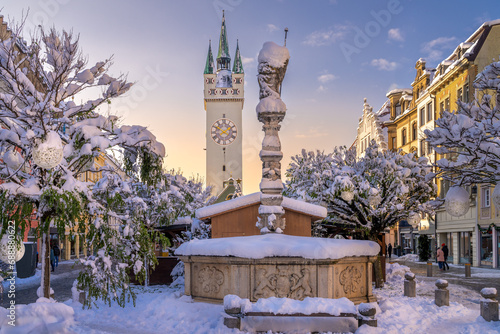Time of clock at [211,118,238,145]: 1:50
